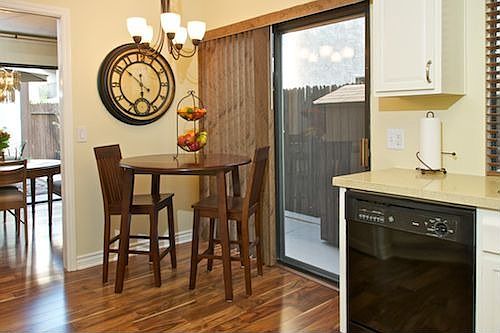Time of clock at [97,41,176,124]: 5:51
